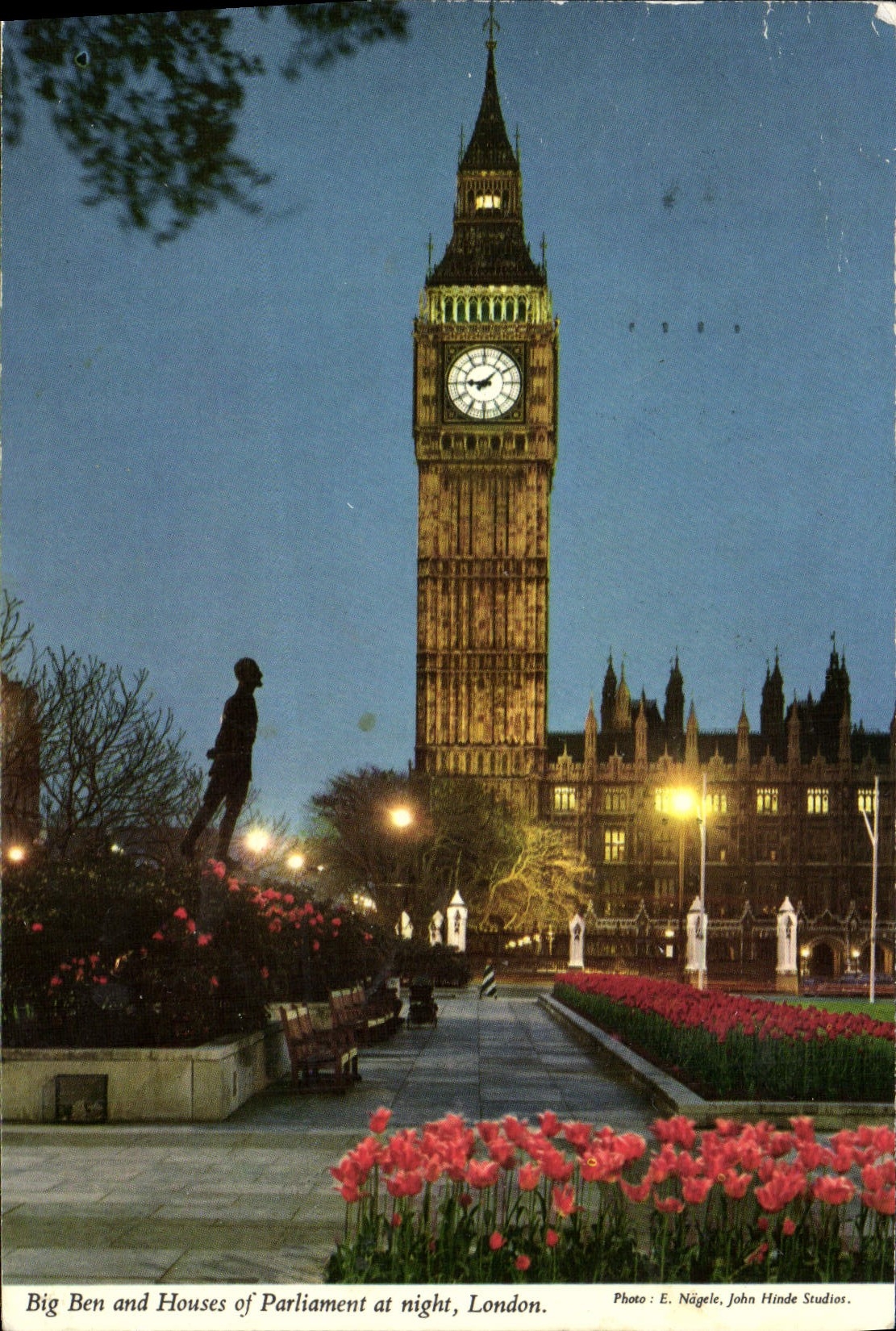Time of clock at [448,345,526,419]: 9:07
